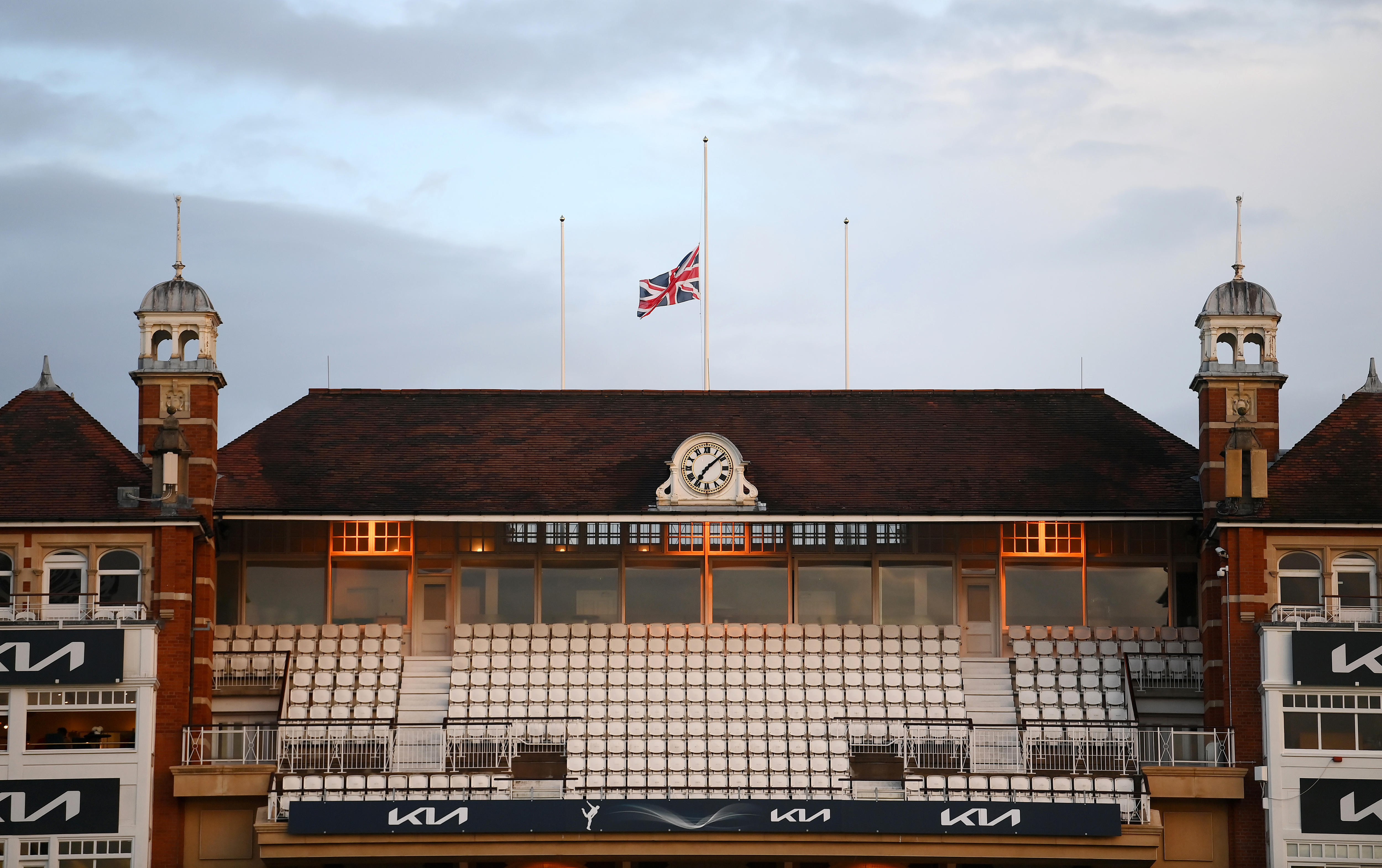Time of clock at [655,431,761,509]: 7:08
